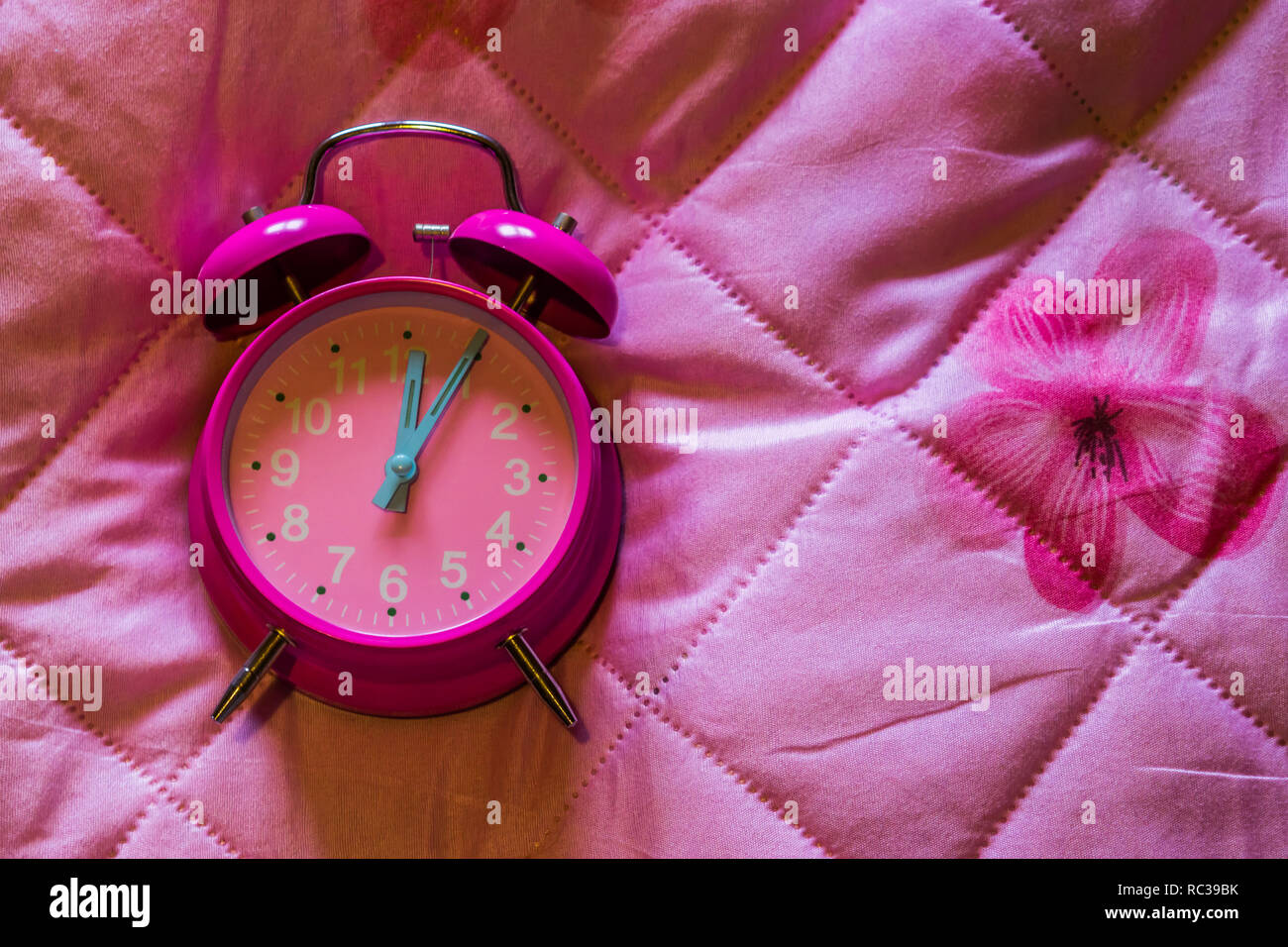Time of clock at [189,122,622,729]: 12:04
